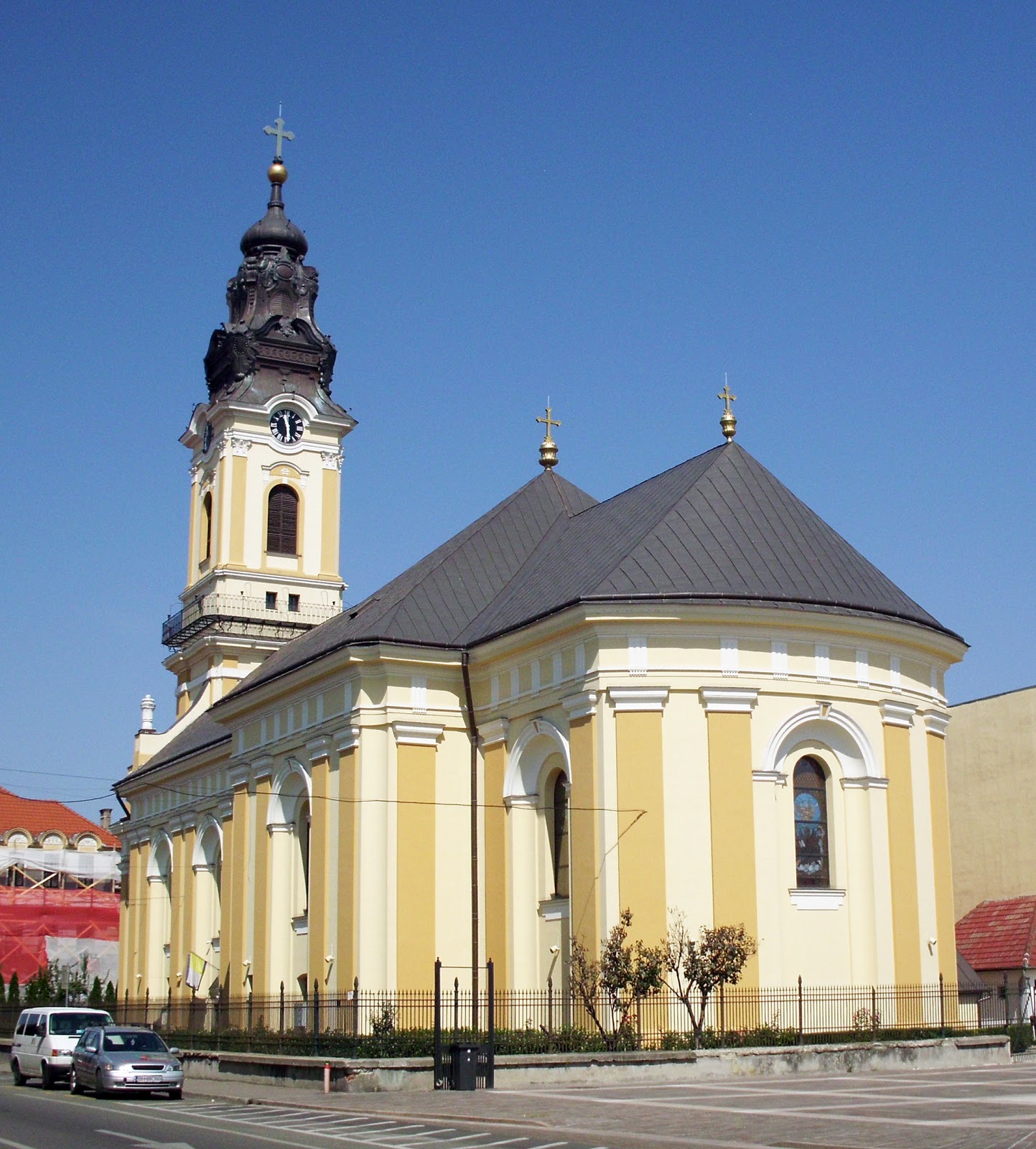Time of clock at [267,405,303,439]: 11:29
